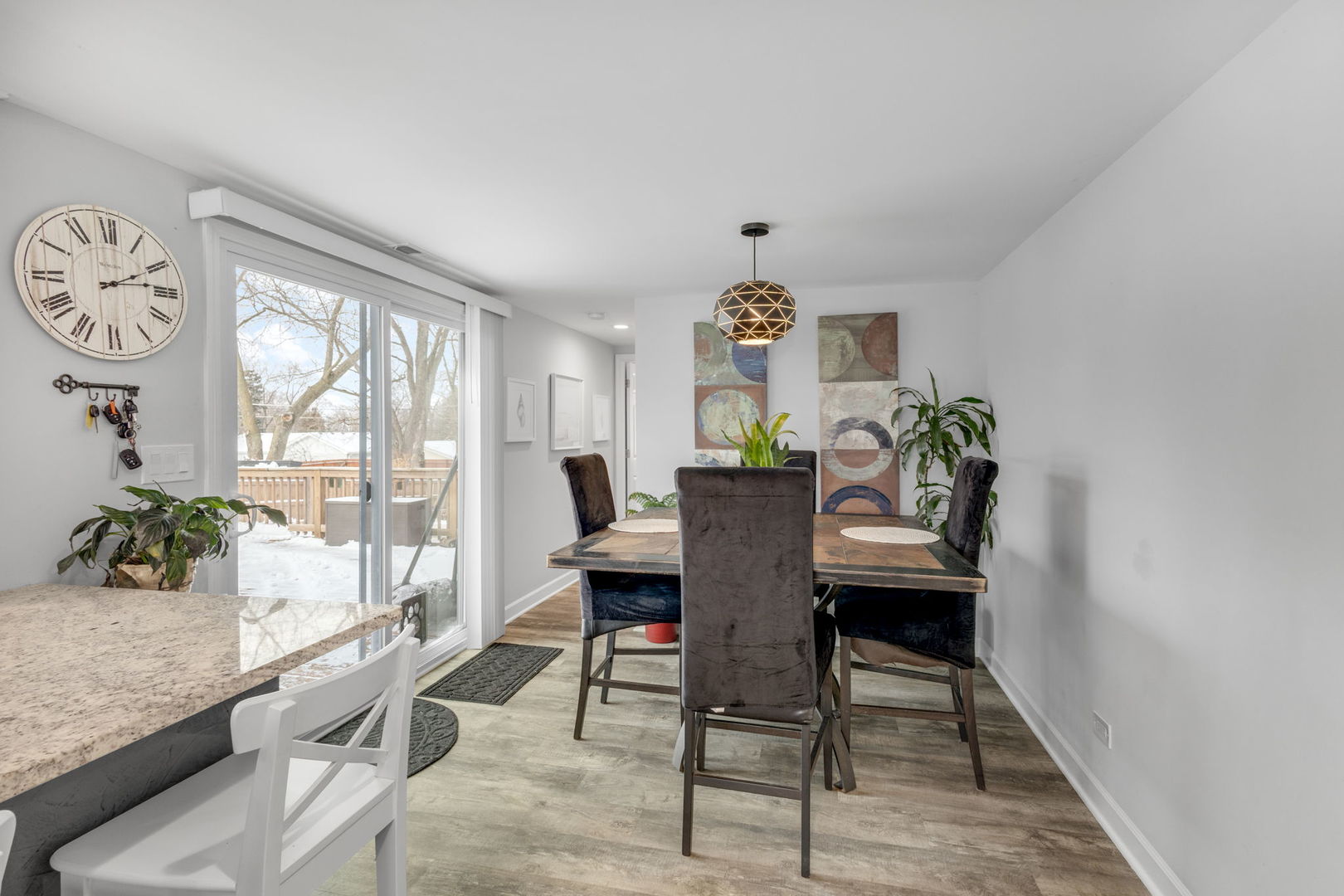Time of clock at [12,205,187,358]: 2:13
